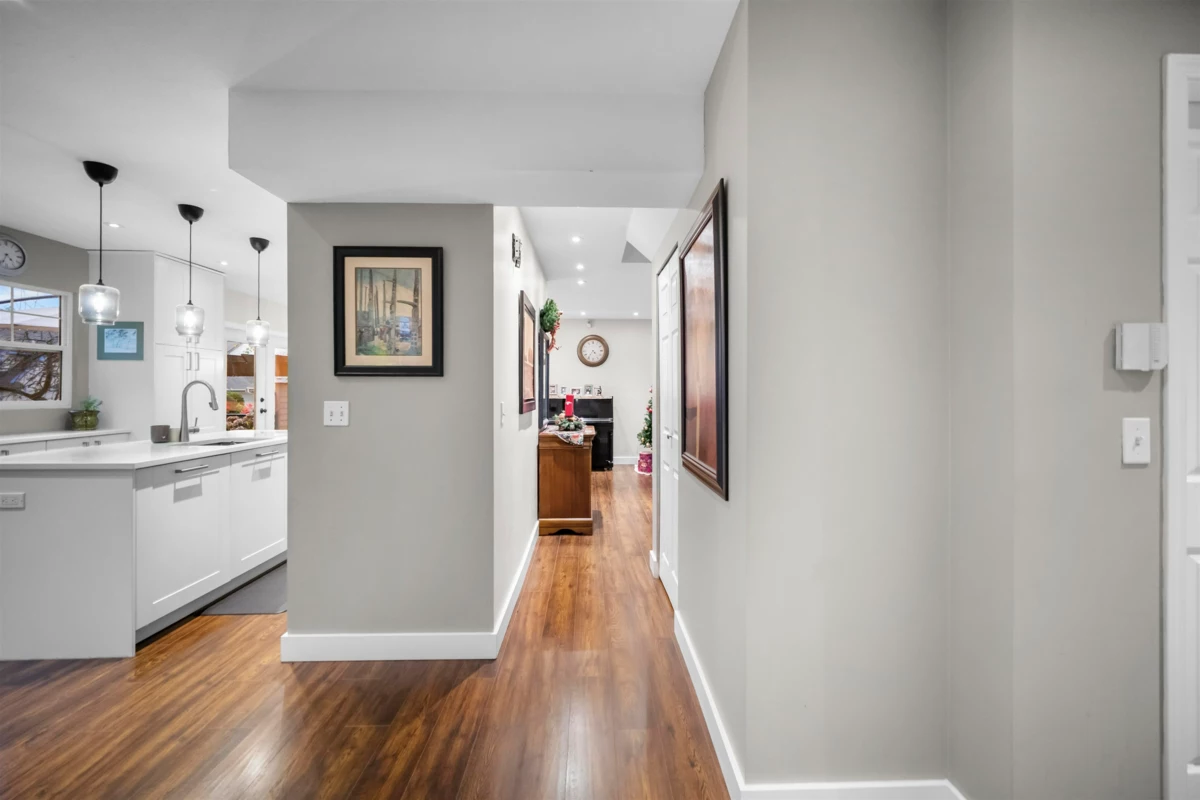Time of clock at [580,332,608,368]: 4:35
